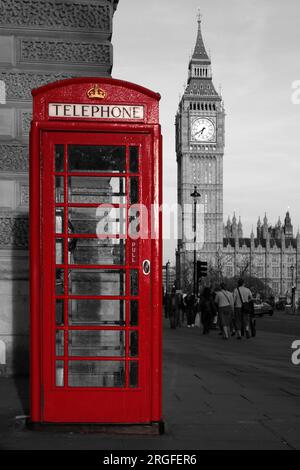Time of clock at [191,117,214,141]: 6:39
